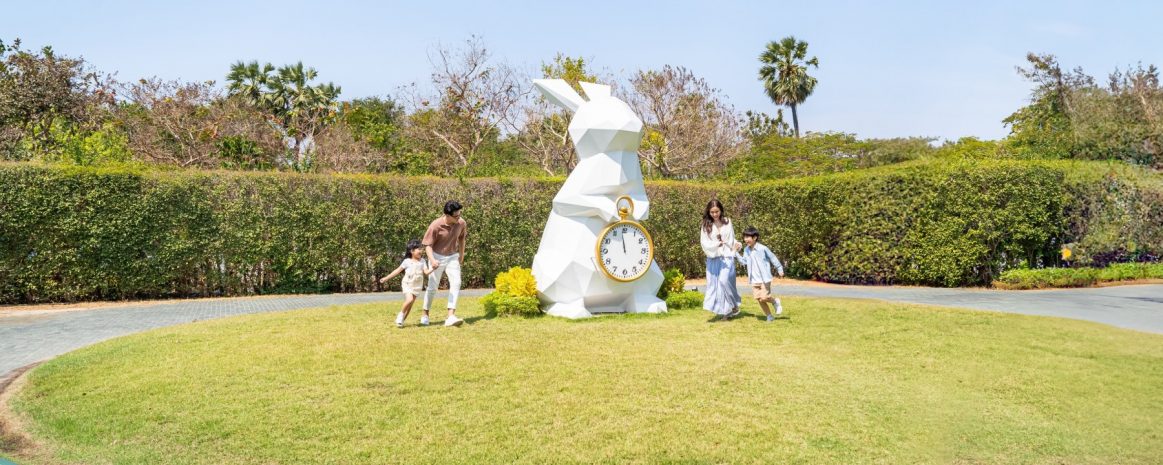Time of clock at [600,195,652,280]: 11:58
